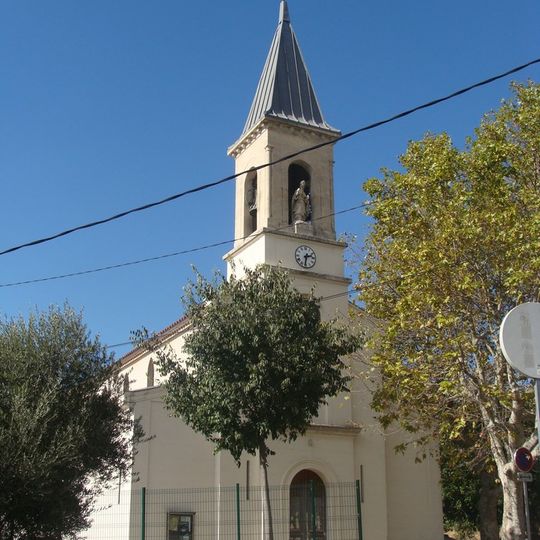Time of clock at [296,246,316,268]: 2:31
